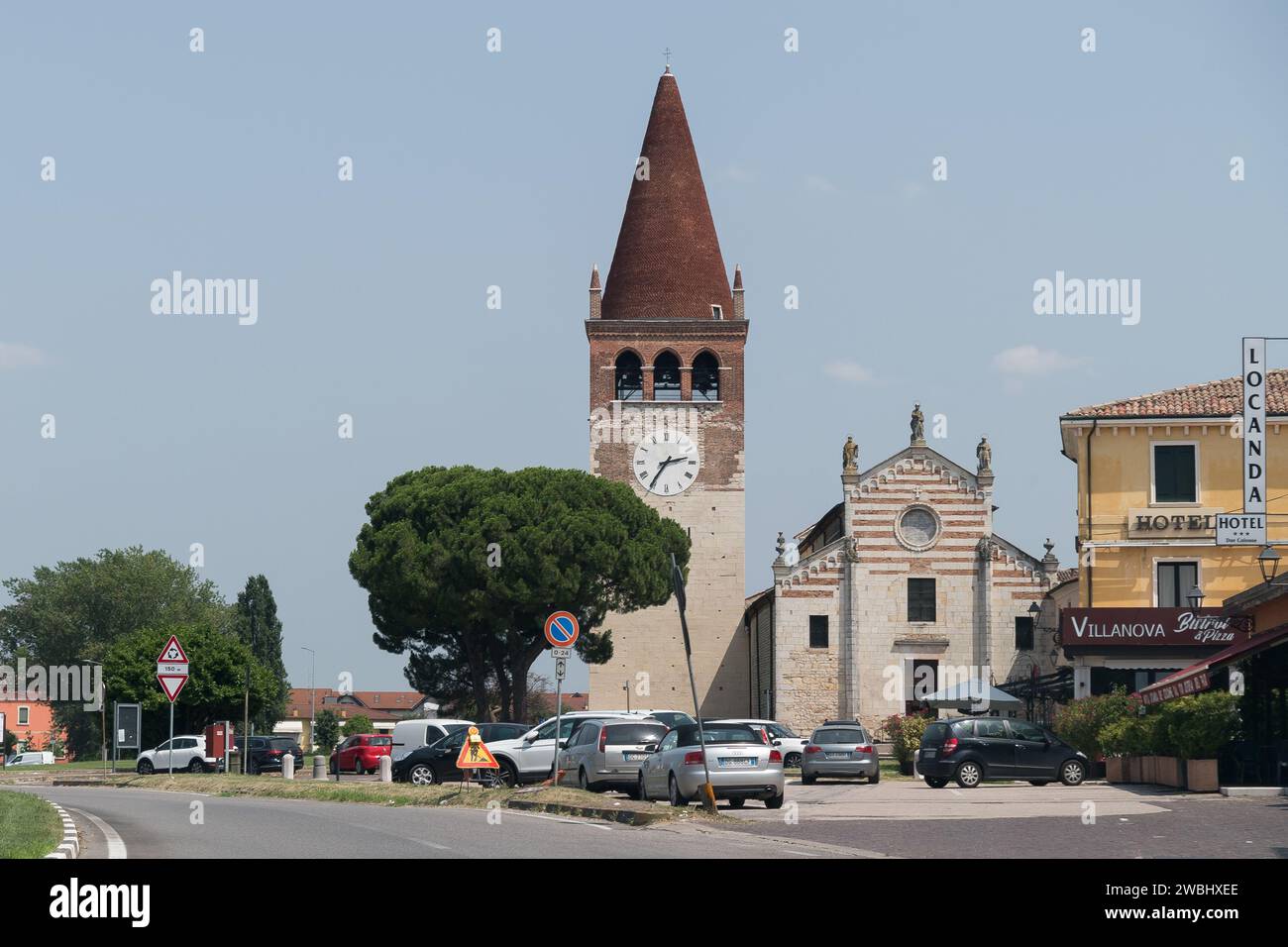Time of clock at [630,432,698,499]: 2:35
